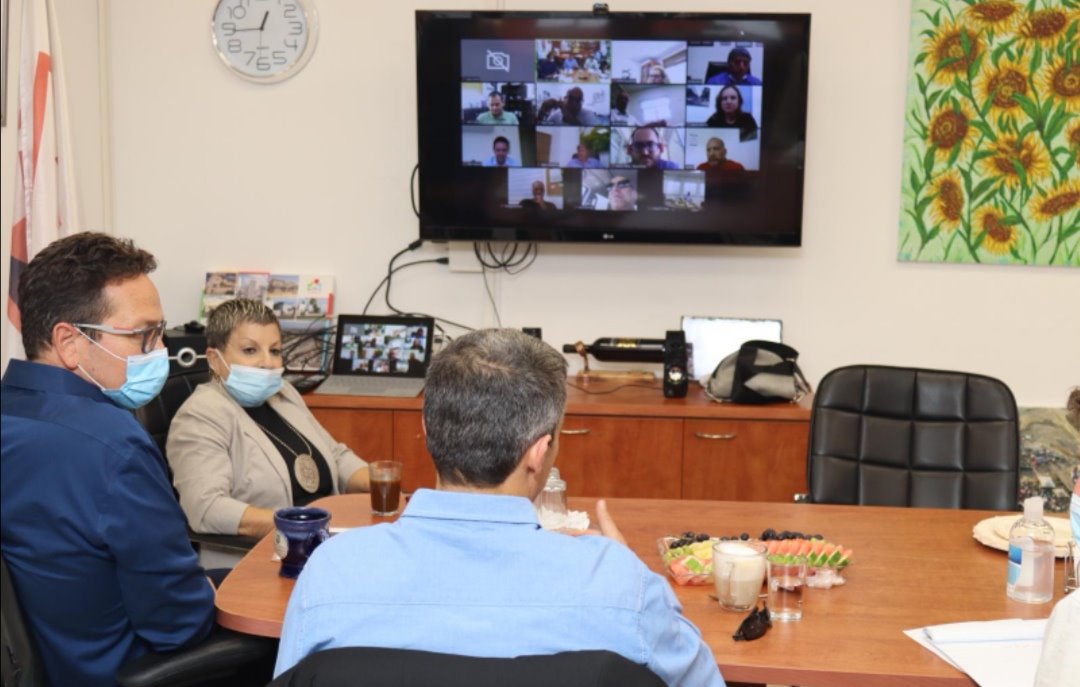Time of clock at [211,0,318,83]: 12:44
